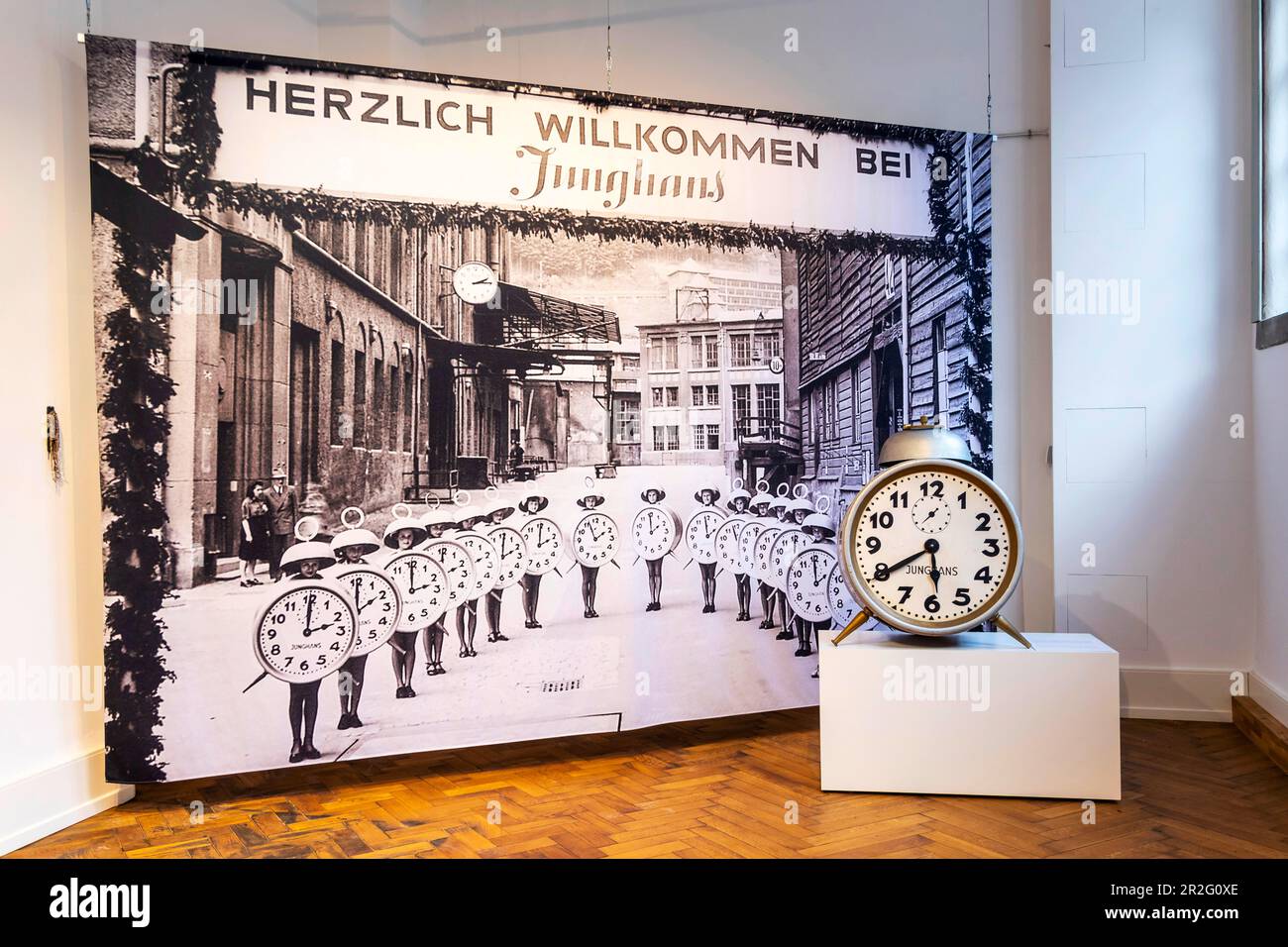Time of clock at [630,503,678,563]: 2:00
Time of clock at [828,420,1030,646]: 5:39
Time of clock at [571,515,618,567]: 1:56
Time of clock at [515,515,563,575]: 2:00
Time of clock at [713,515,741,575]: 12:58
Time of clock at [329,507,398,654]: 2:00
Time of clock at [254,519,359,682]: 2:00
